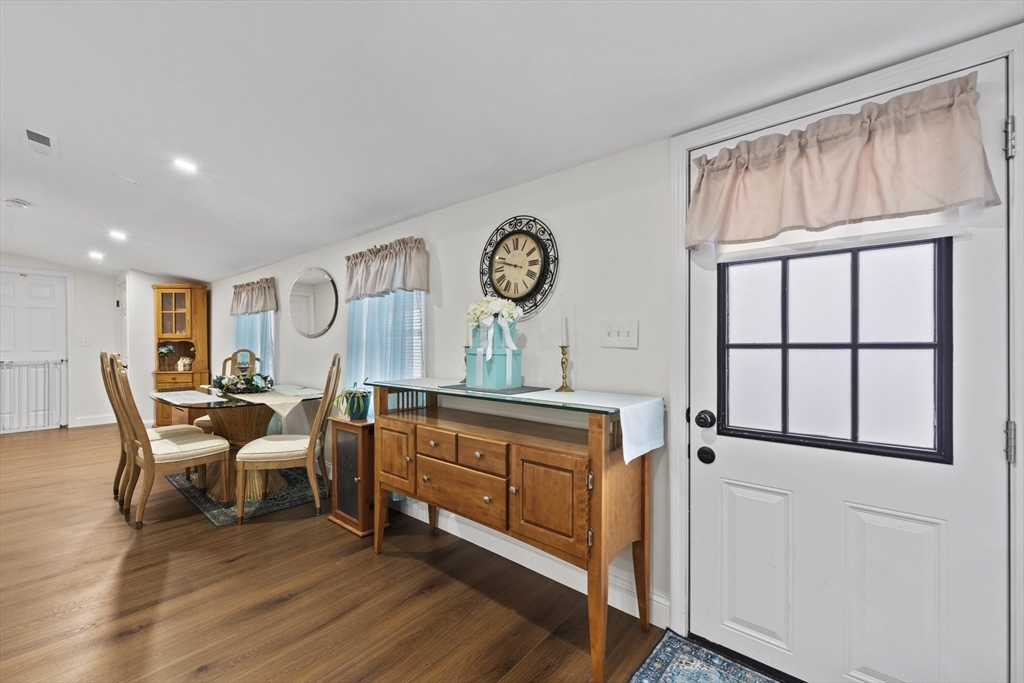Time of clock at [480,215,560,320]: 9:48
